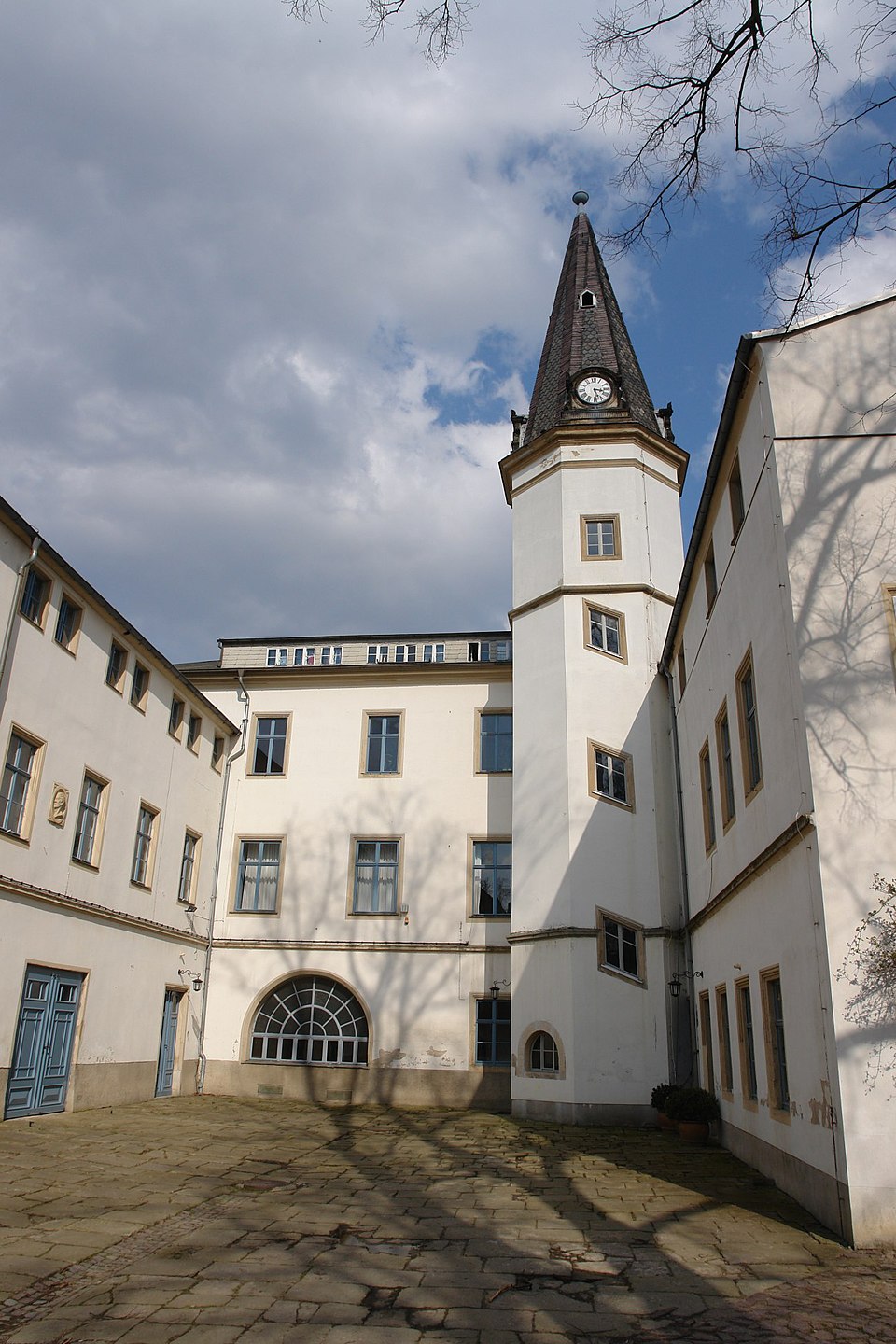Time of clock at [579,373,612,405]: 3:27
